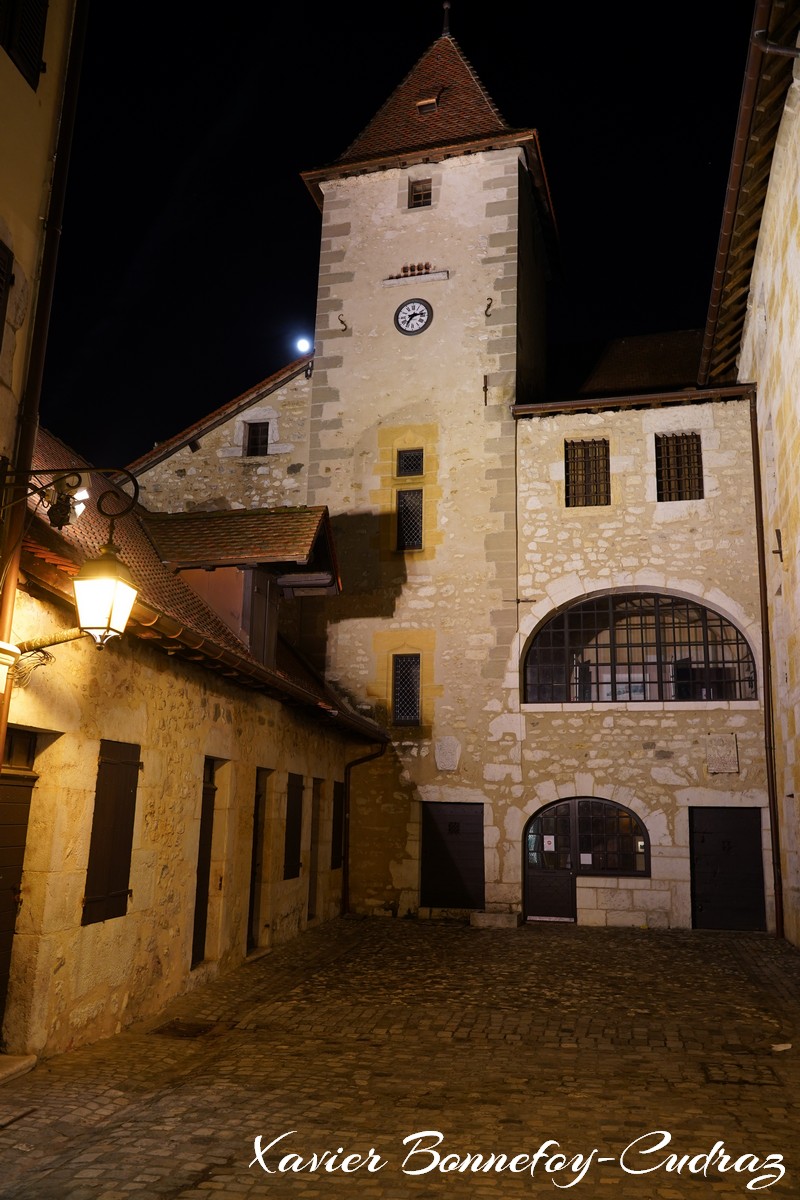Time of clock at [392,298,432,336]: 2:35
